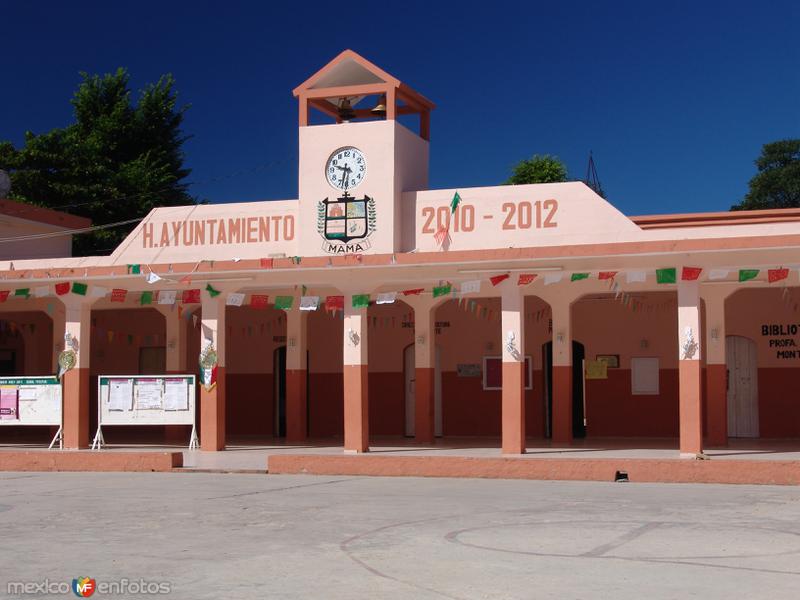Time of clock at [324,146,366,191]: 9:32
